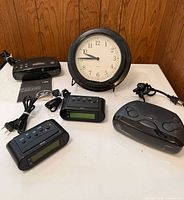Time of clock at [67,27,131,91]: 9:45
